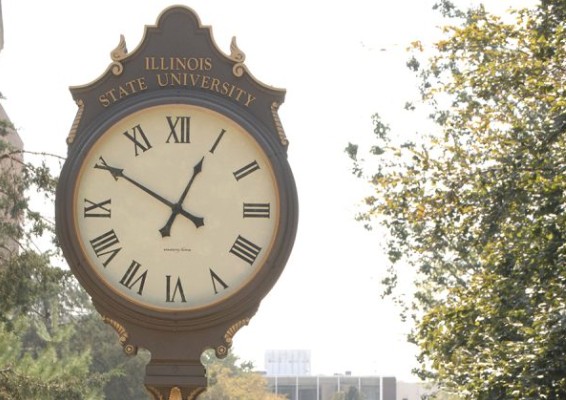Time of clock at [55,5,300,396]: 12:50
